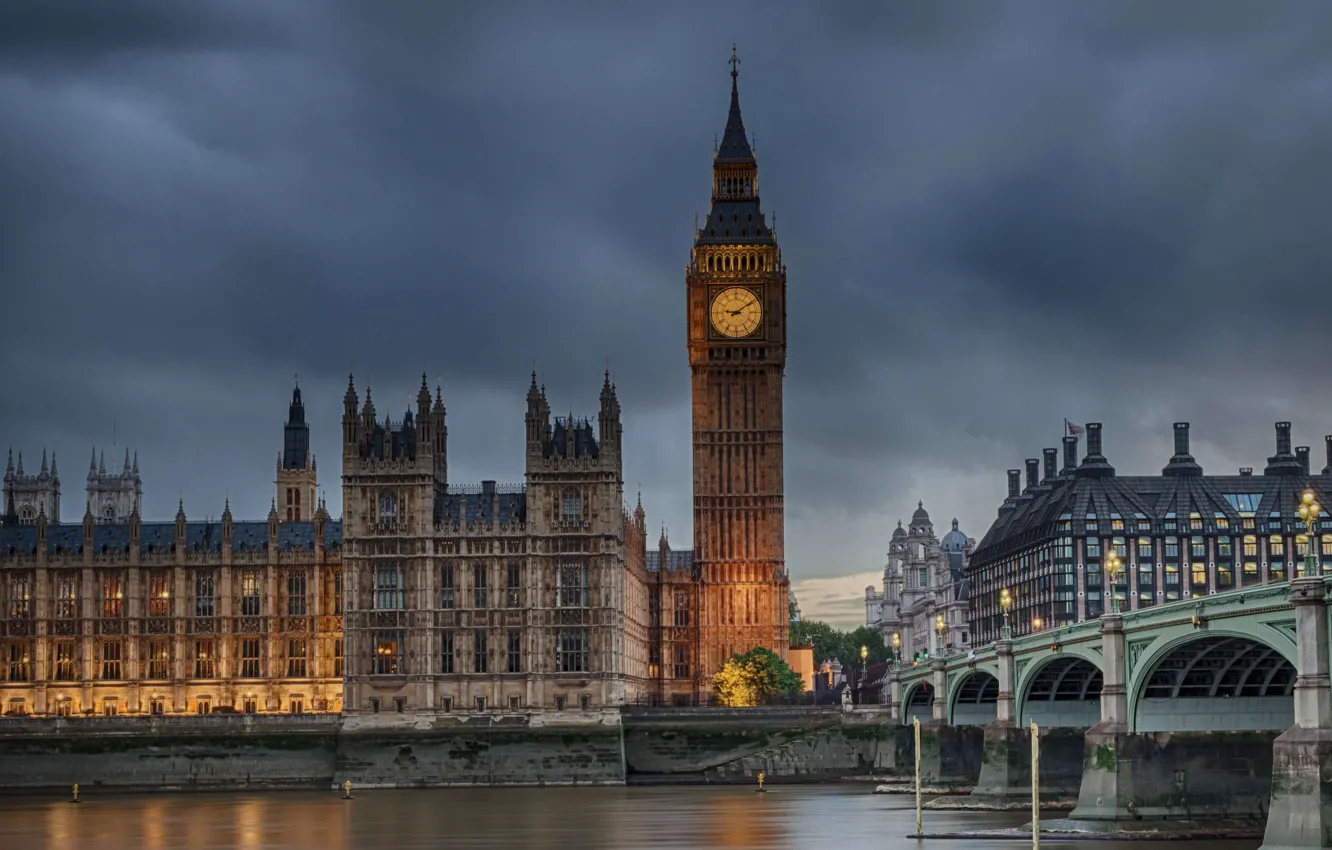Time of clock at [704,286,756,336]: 9:09
